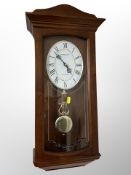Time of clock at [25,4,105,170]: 3:52
